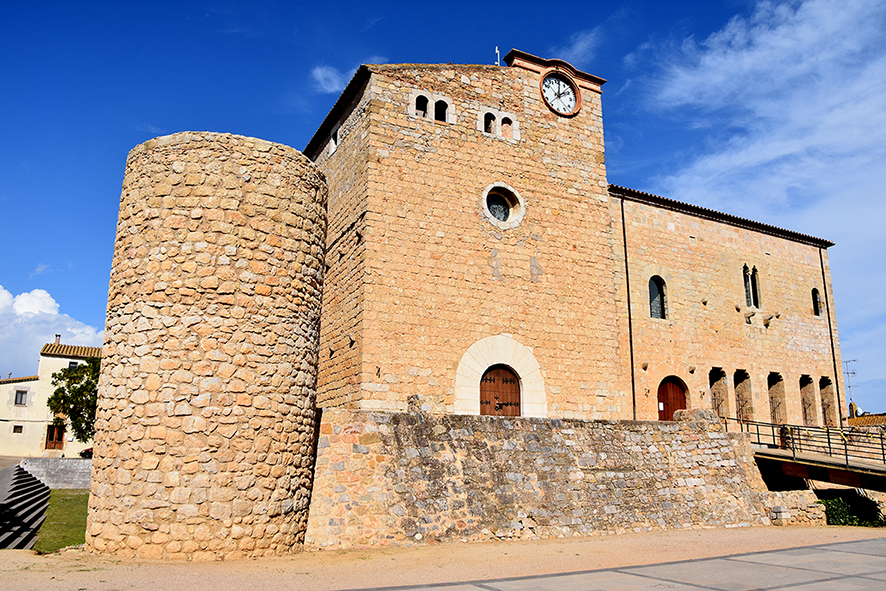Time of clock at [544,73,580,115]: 2:01
